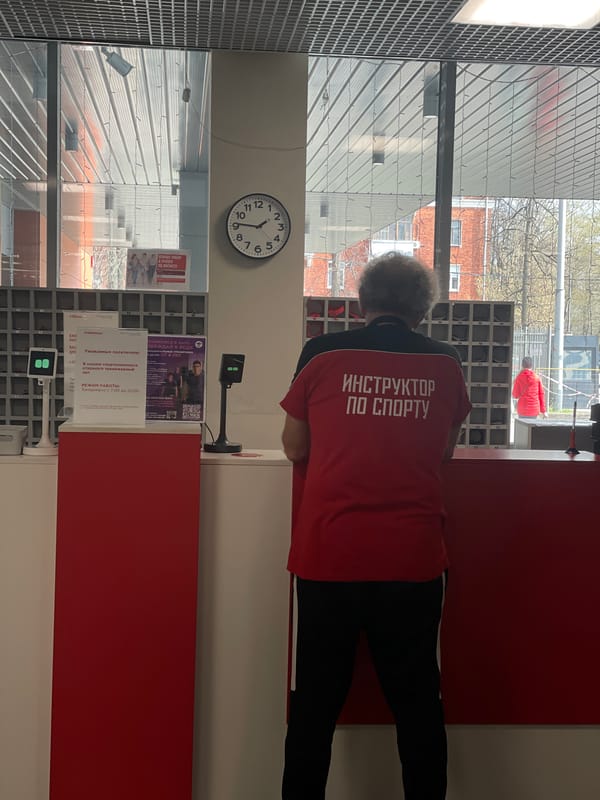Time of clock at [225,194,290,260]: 1:46
